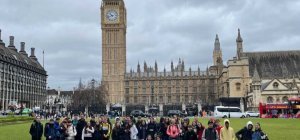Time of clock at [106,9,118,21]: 10:42
